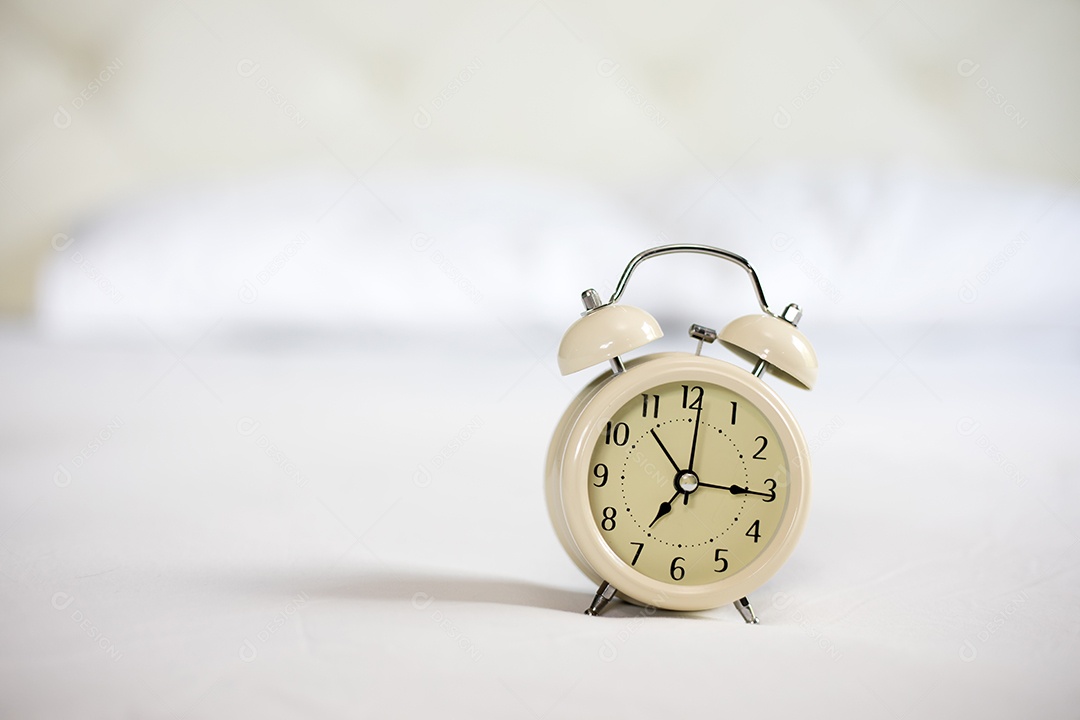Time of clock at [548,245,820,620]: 7:15
